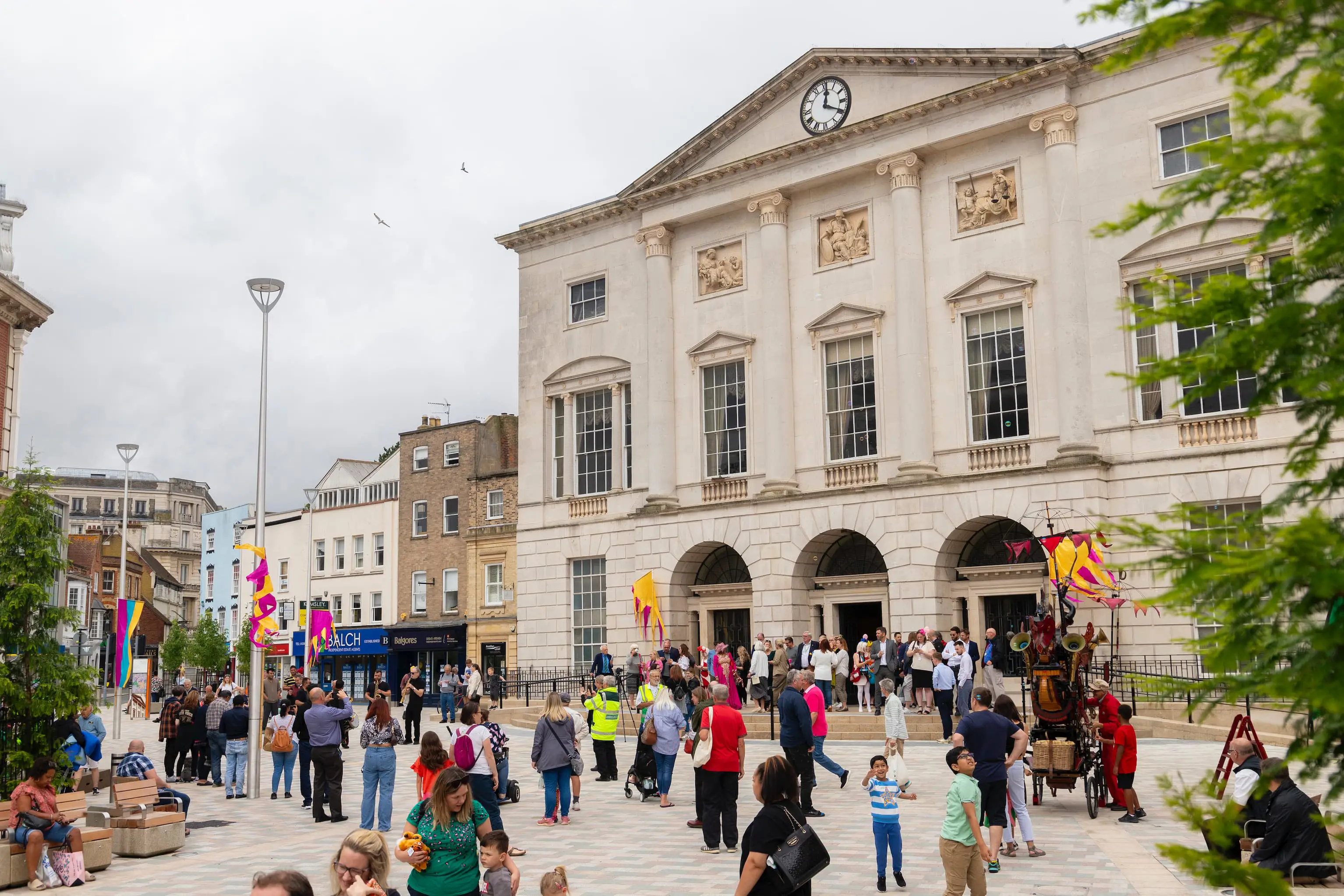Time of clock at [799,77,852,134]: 12:19
